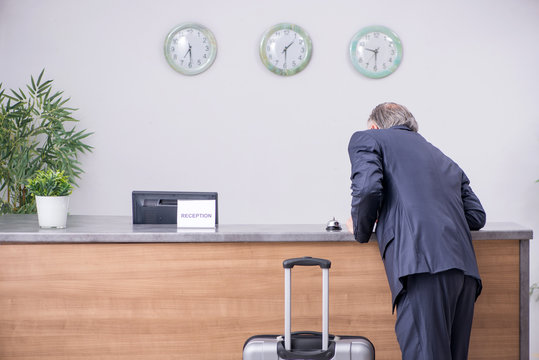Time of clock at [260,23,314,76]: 1:29
